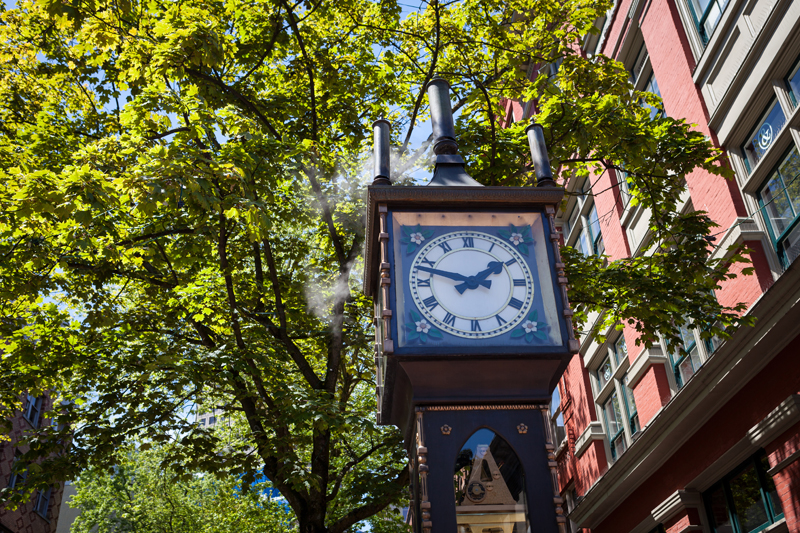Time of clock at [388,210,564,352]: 1:47
